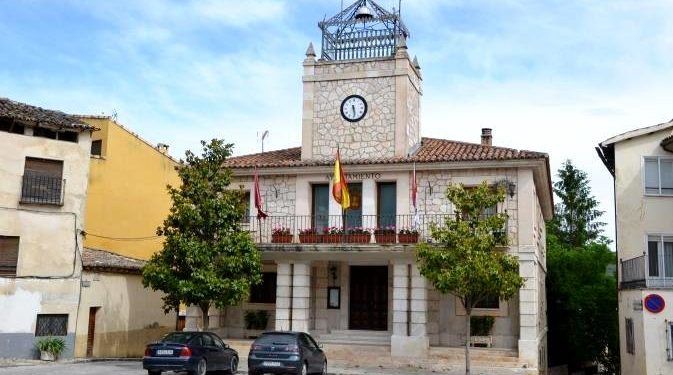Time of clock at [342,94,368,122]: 5:28
